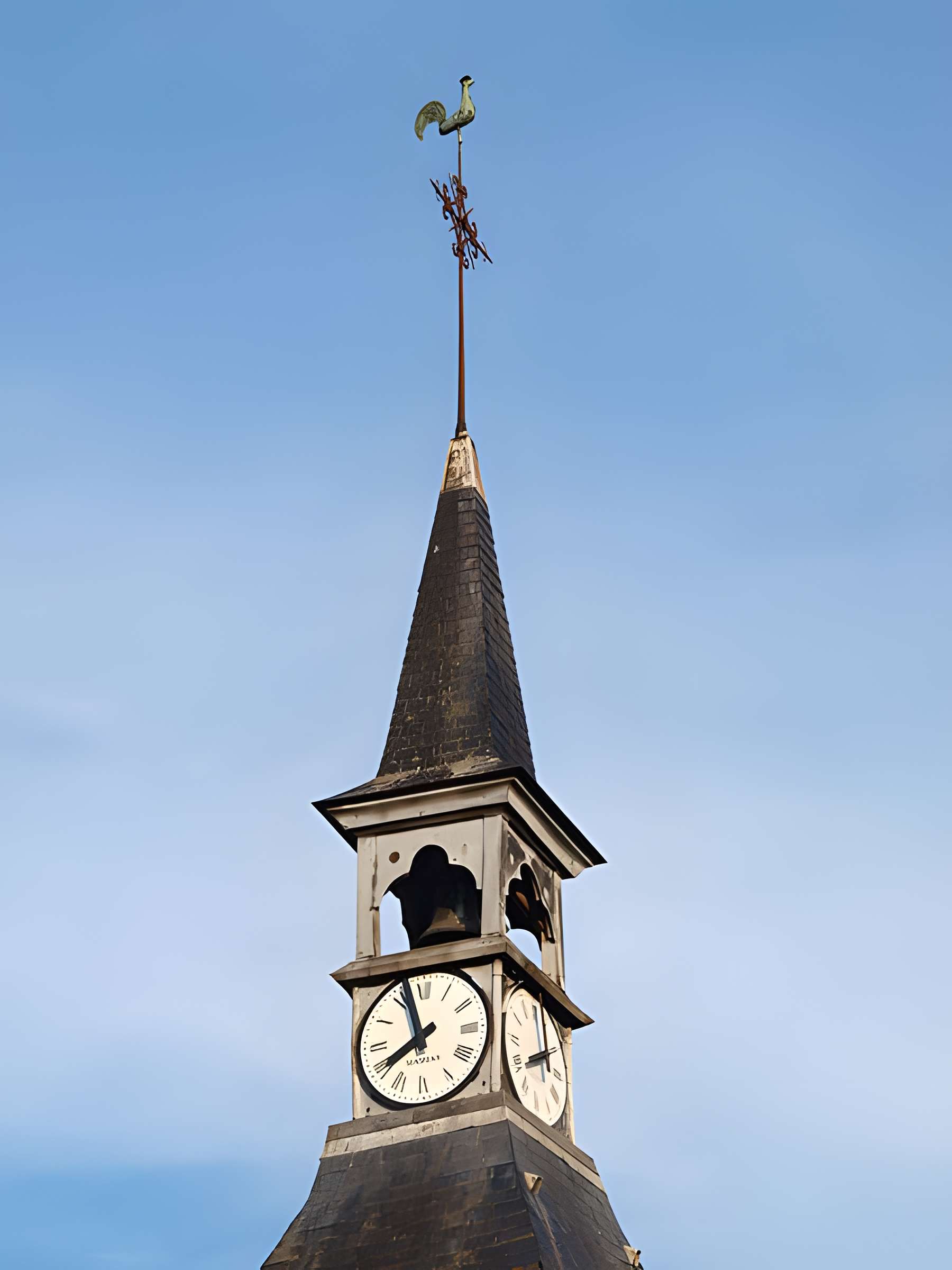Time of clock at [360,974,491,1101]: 7:57
